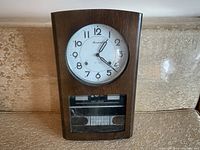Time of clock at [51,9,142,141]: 1:21
